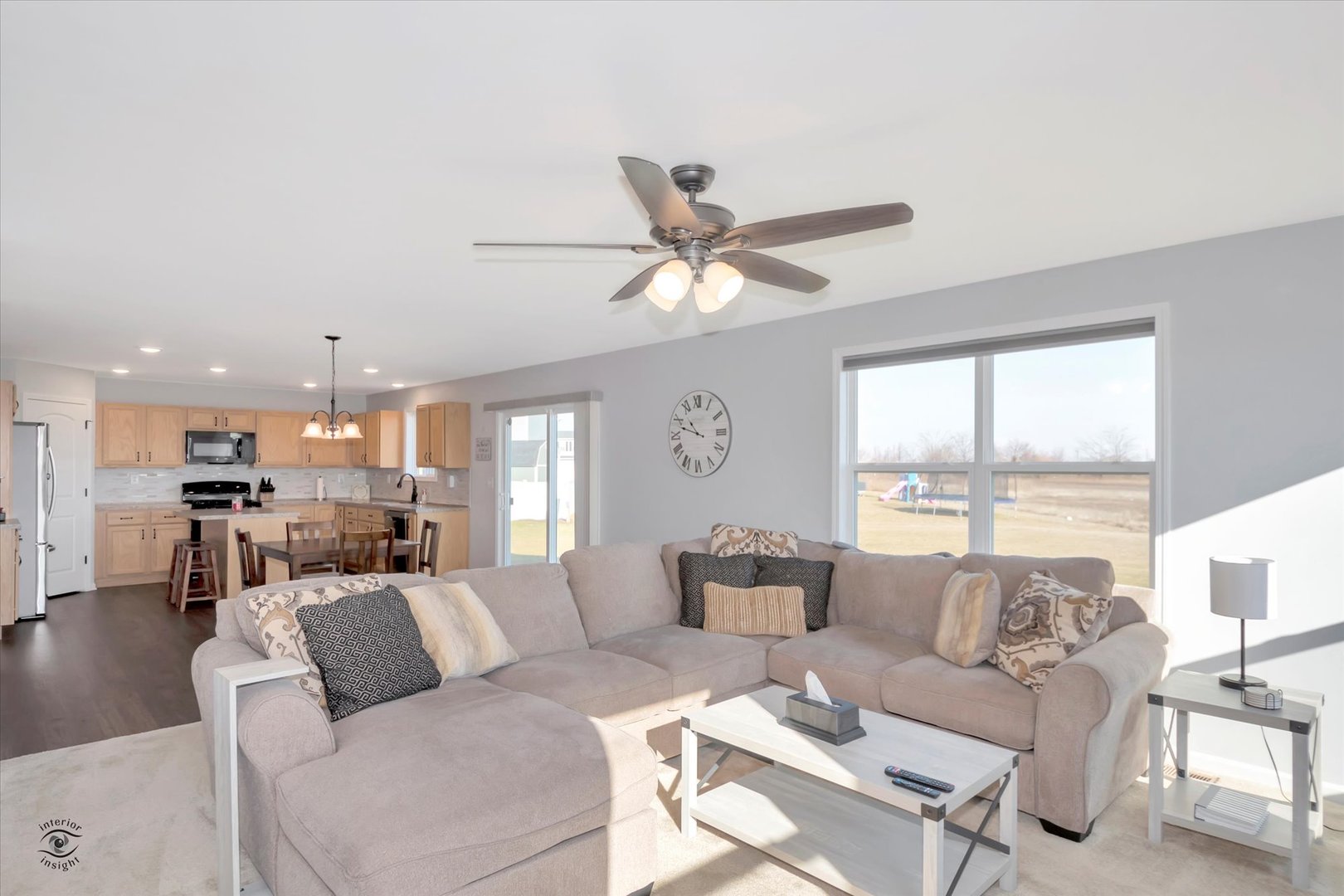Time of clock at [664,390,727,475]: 10:48
